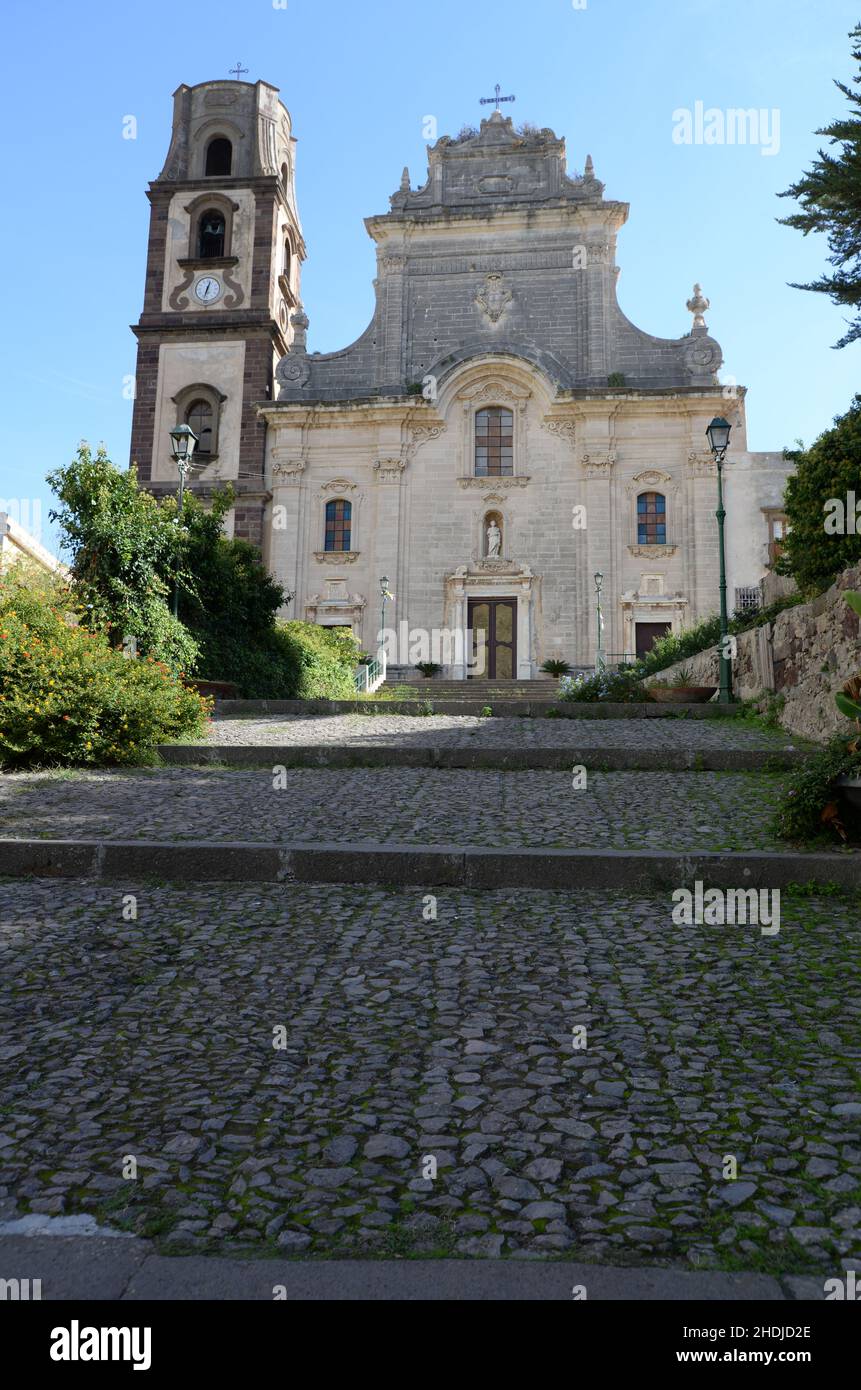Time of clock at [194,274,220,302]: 12:32
